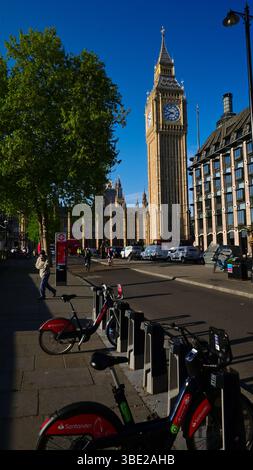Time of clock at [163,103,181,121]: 7:48
